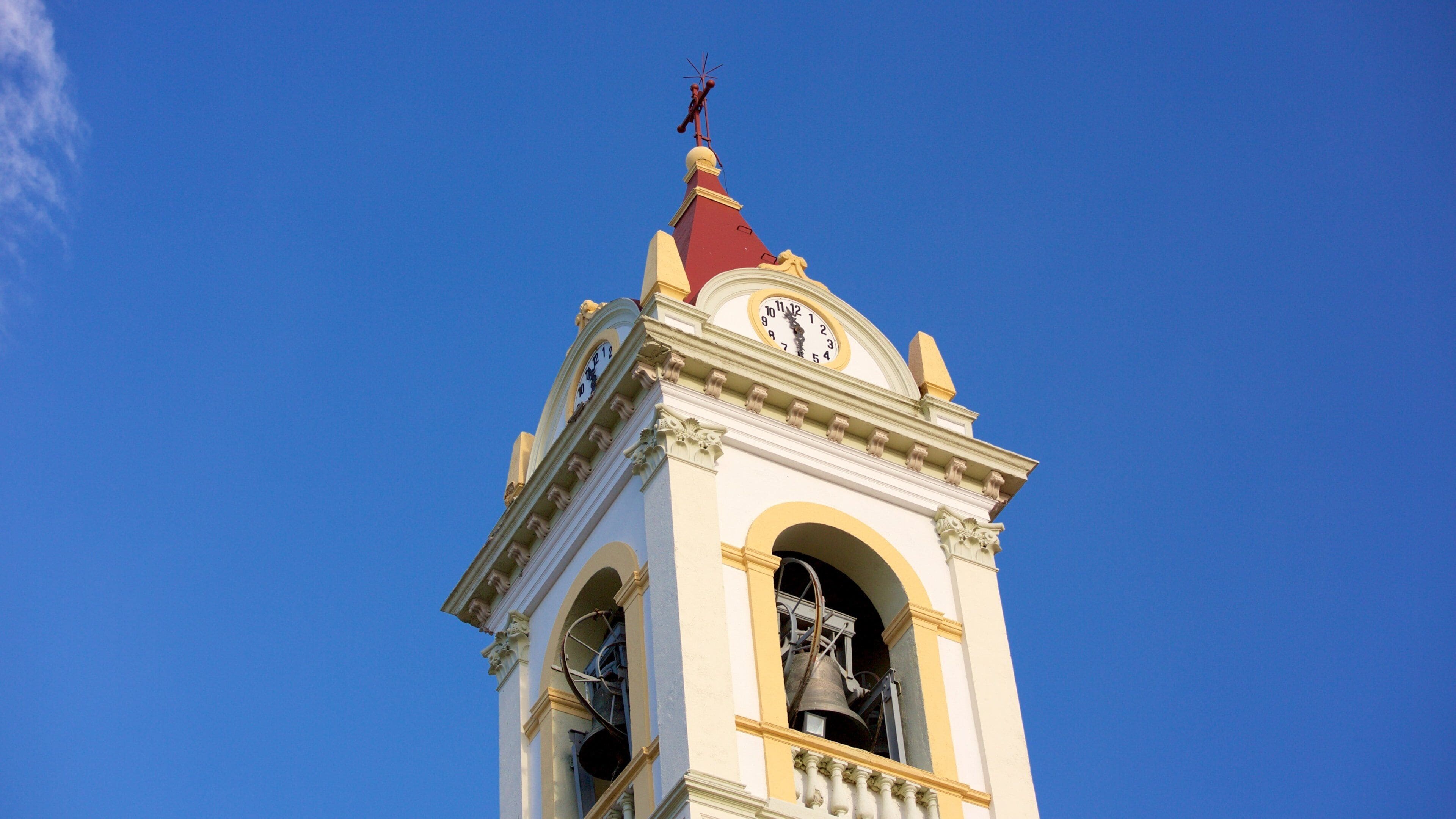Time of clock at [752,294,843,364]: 11:29
